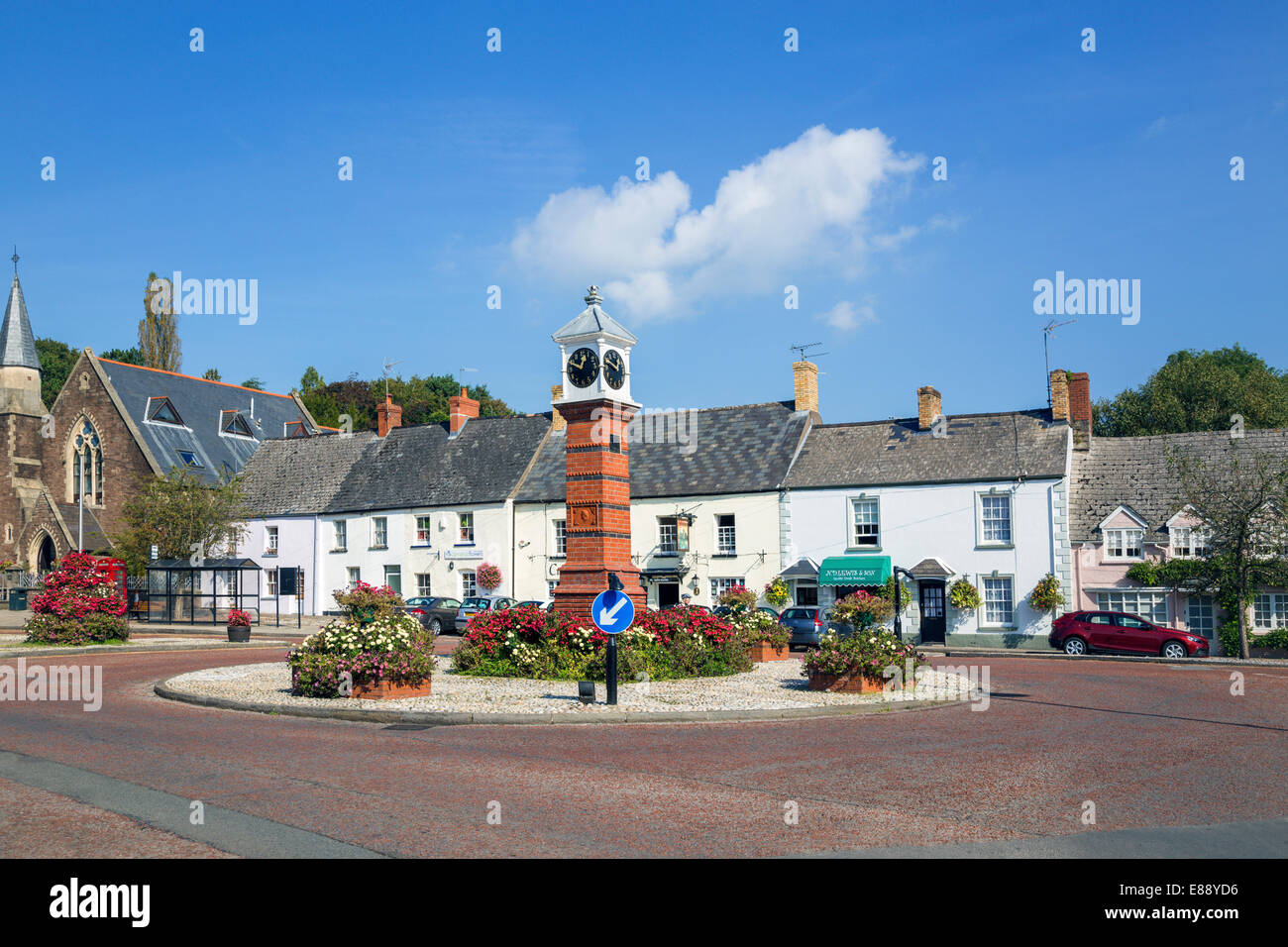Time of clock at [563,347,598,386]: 12:49
